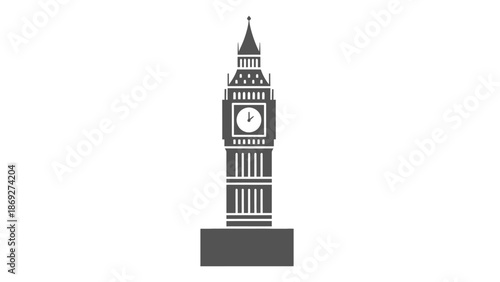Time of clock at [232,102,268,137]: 2:00
